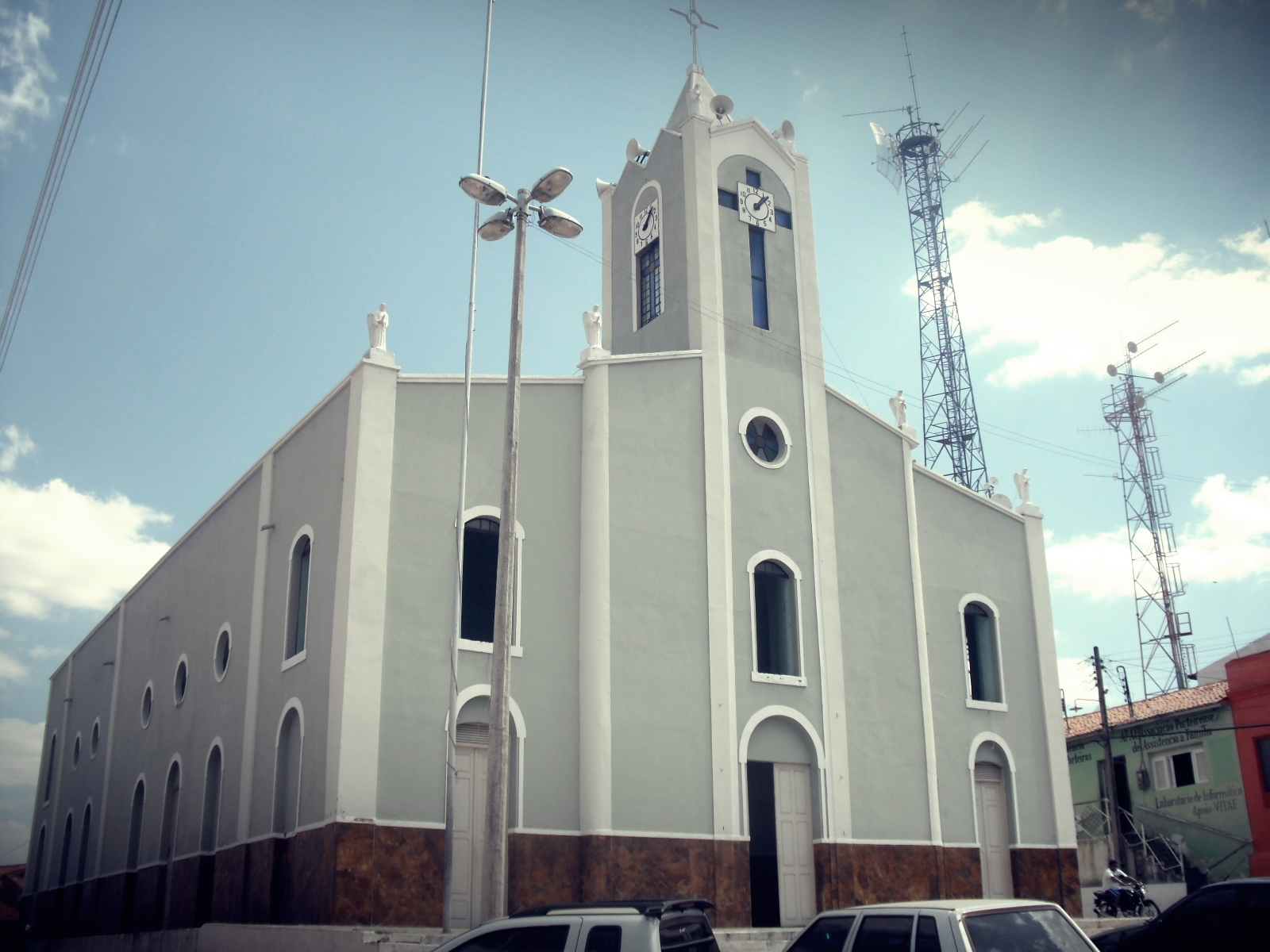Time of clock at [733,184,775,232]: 1:07
